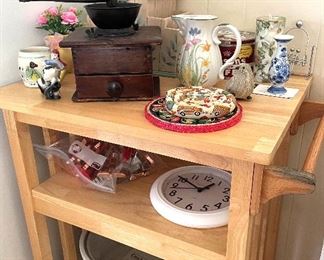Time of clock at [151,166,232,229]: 1:50
